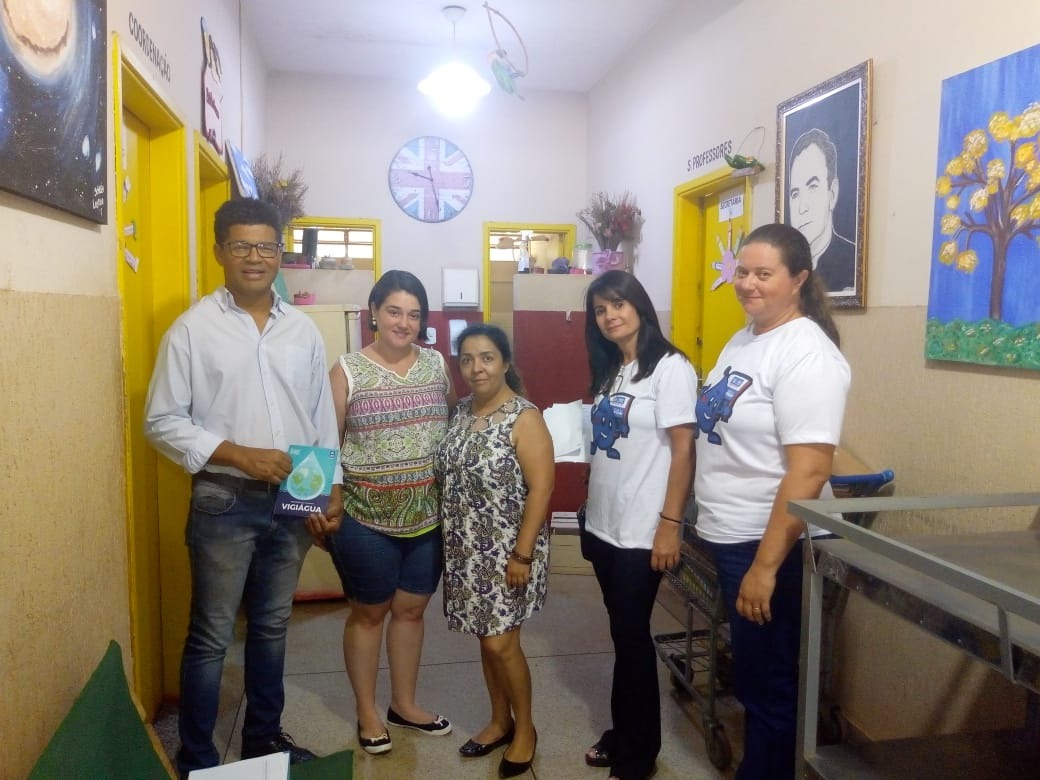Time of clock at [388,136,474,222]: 9:28
